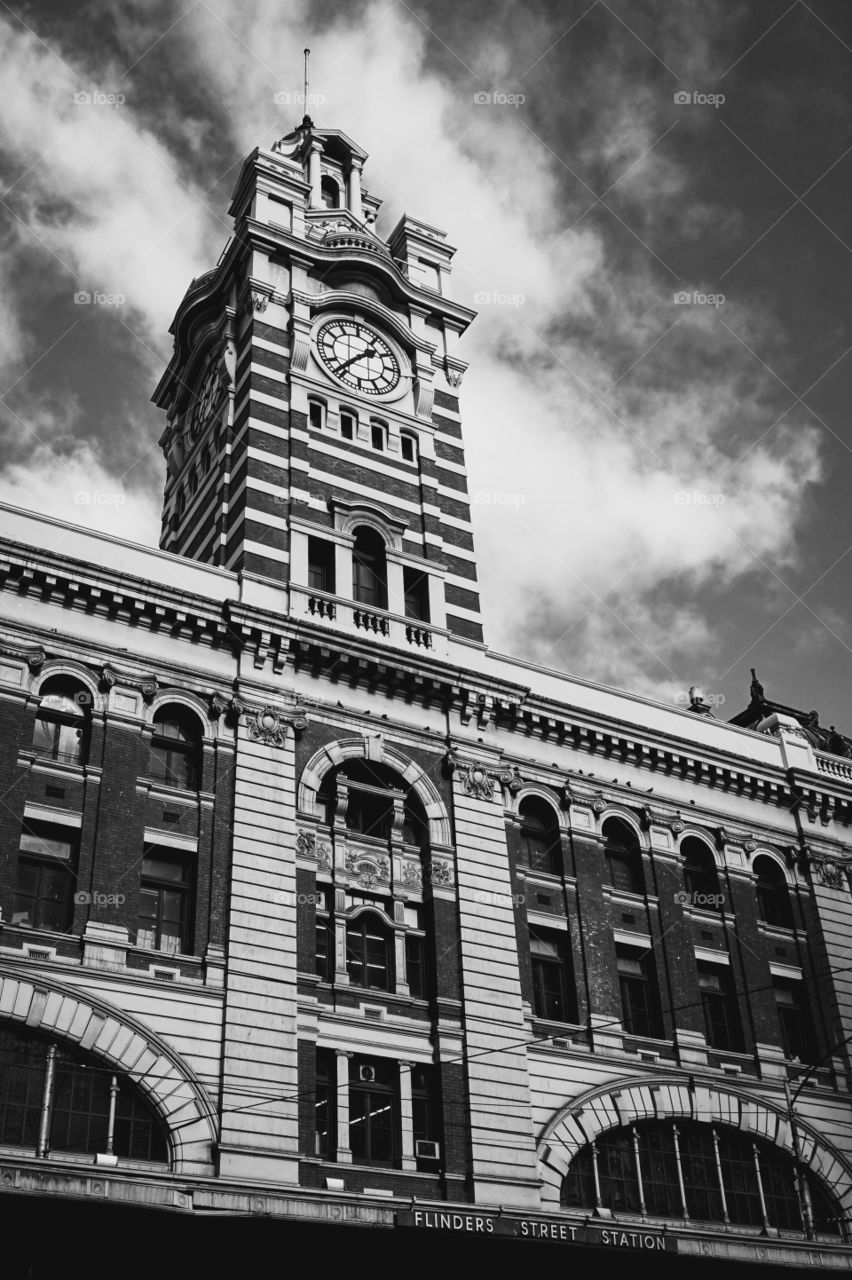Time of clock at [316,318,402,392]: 1:36
